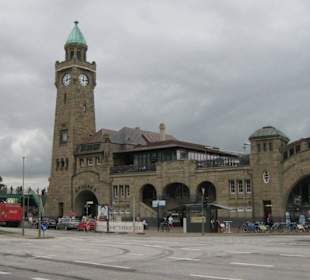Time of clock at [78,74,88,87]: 12:13
